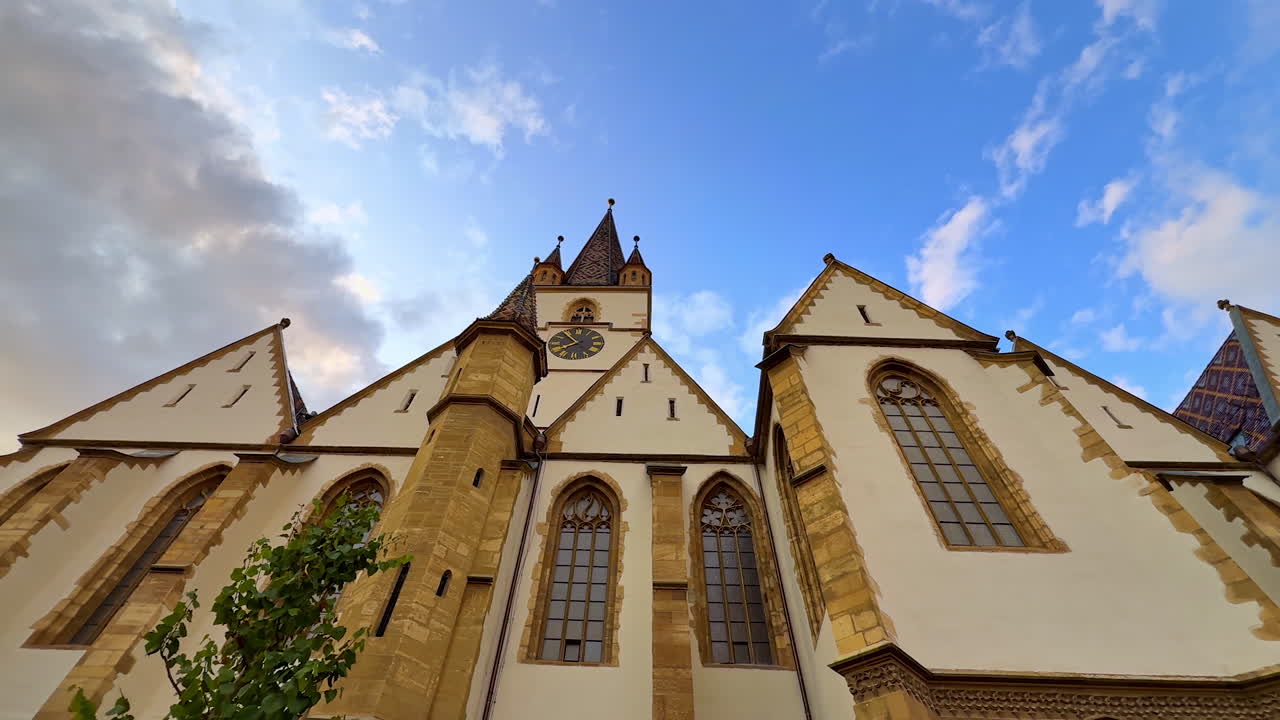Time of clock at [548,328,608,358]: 7:53
